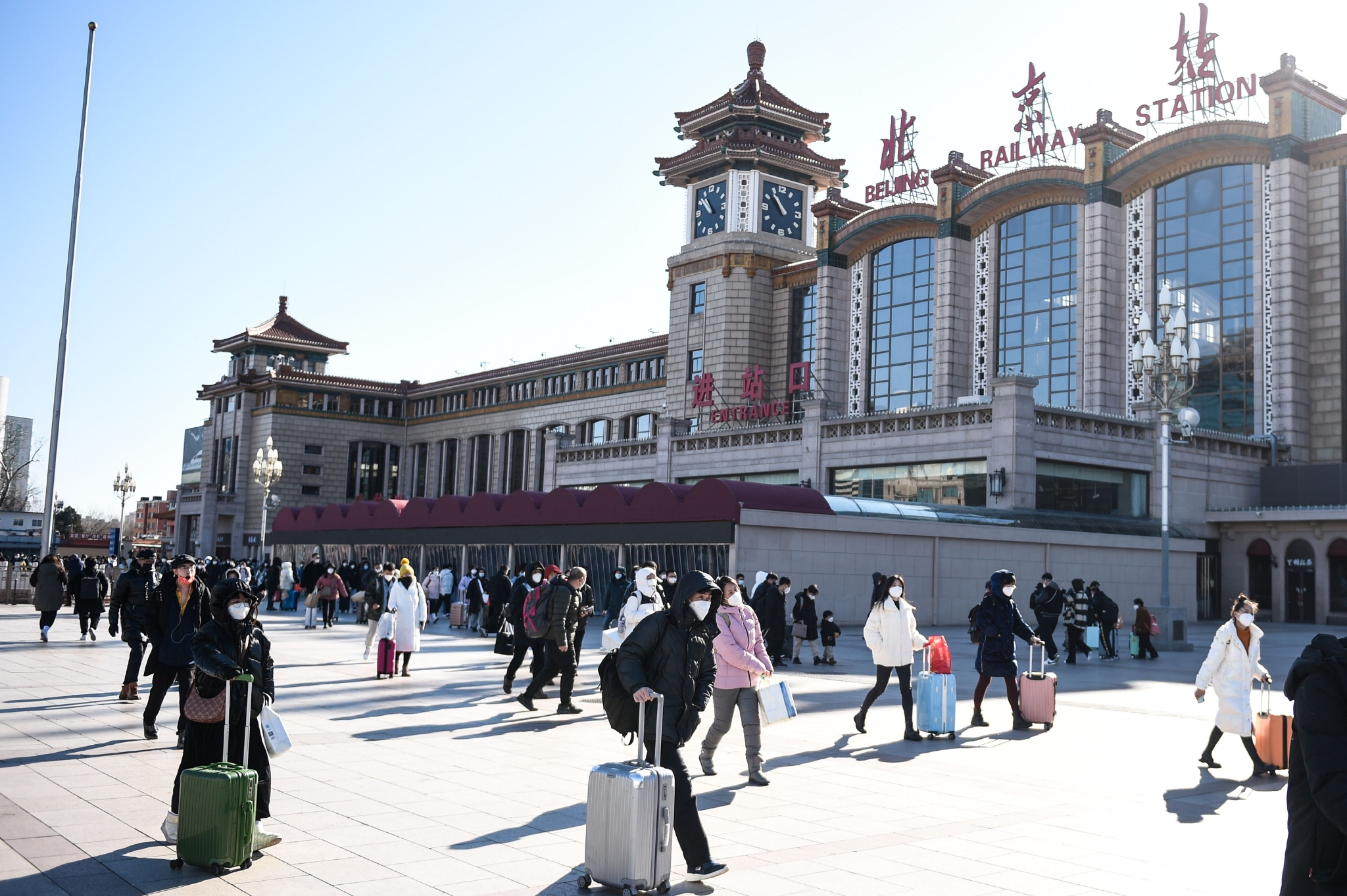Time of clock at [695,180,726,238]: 10:51
